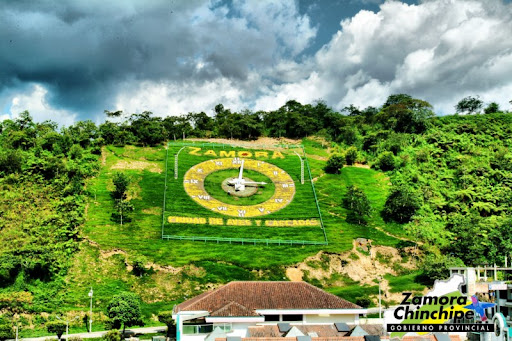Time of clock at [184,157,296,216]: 3:01
